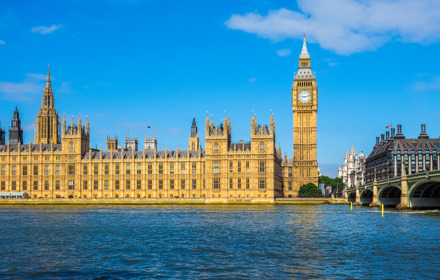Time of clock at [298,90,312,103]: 9:12
